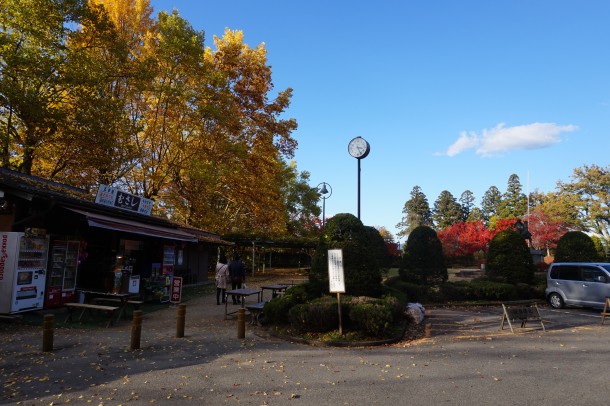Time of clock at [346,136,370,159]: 3:26
